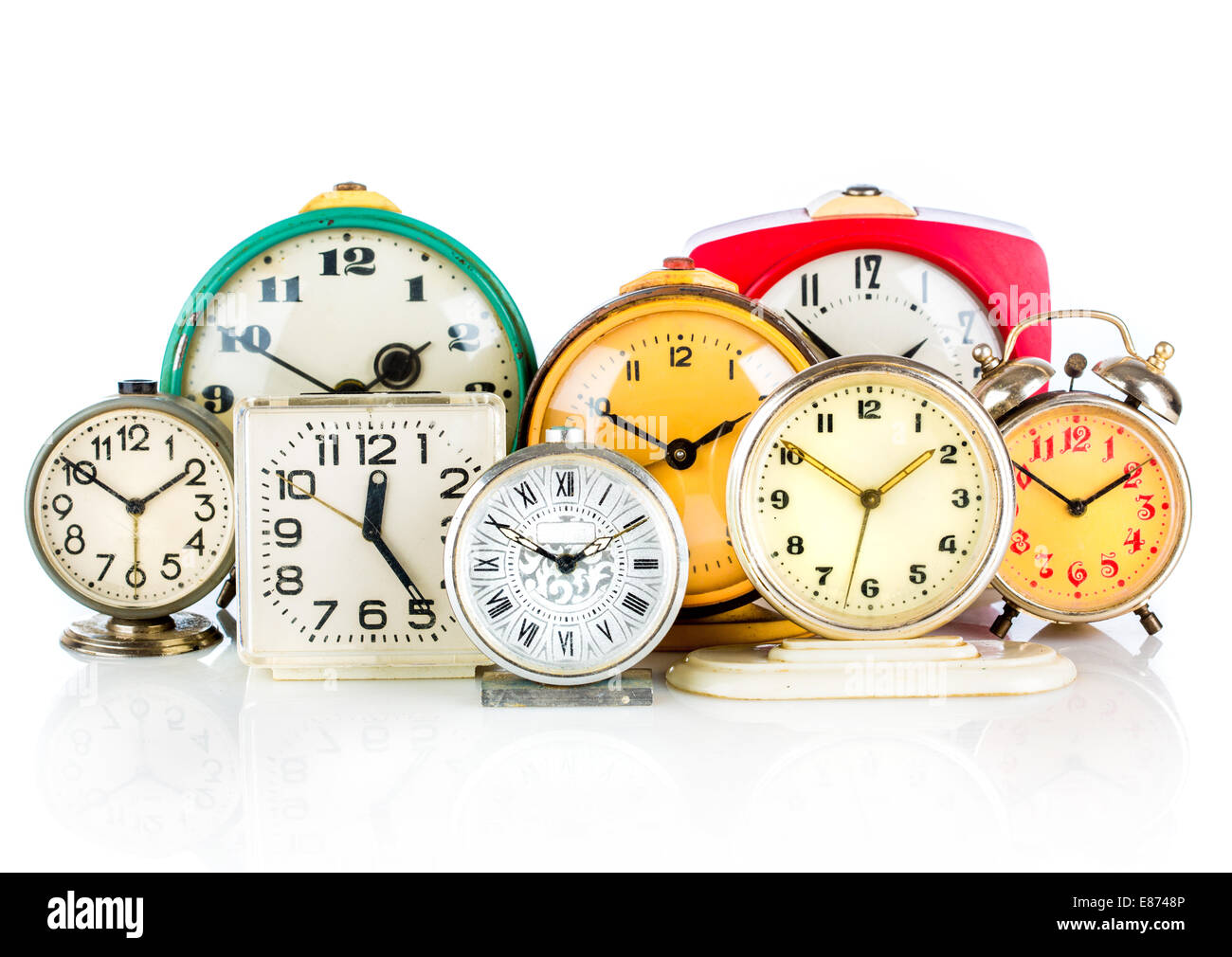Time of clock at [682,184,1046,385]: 1:50
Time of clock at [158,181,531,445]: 1:50
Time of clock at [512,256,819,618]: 1:50
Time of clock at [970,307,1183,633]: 1:50
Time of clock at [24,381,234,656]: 1:50
